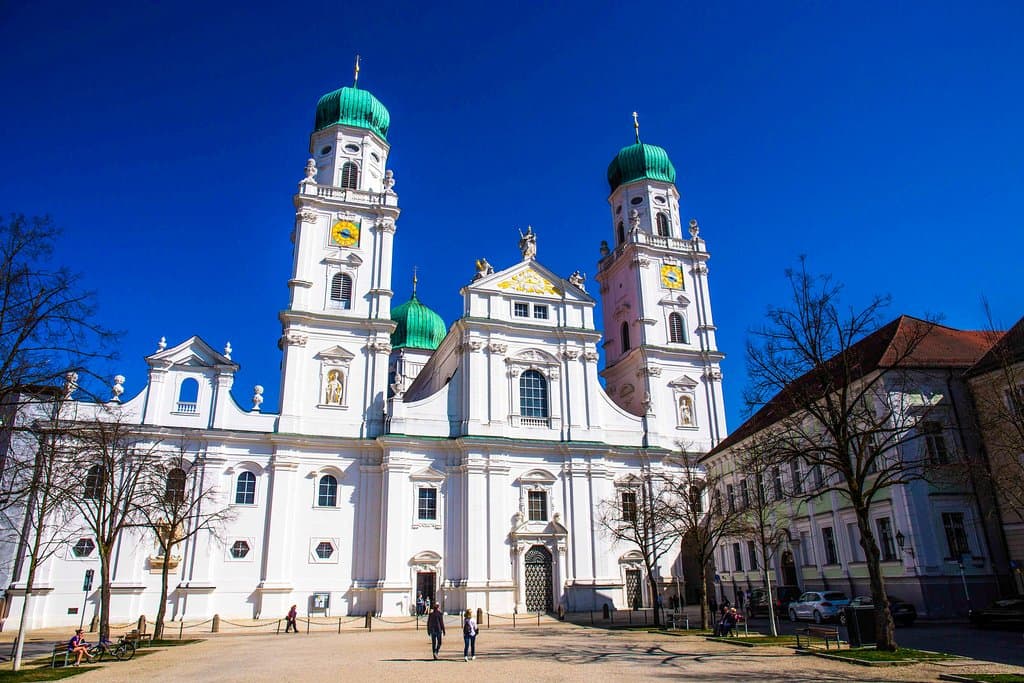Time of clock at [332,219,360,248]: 9:18
